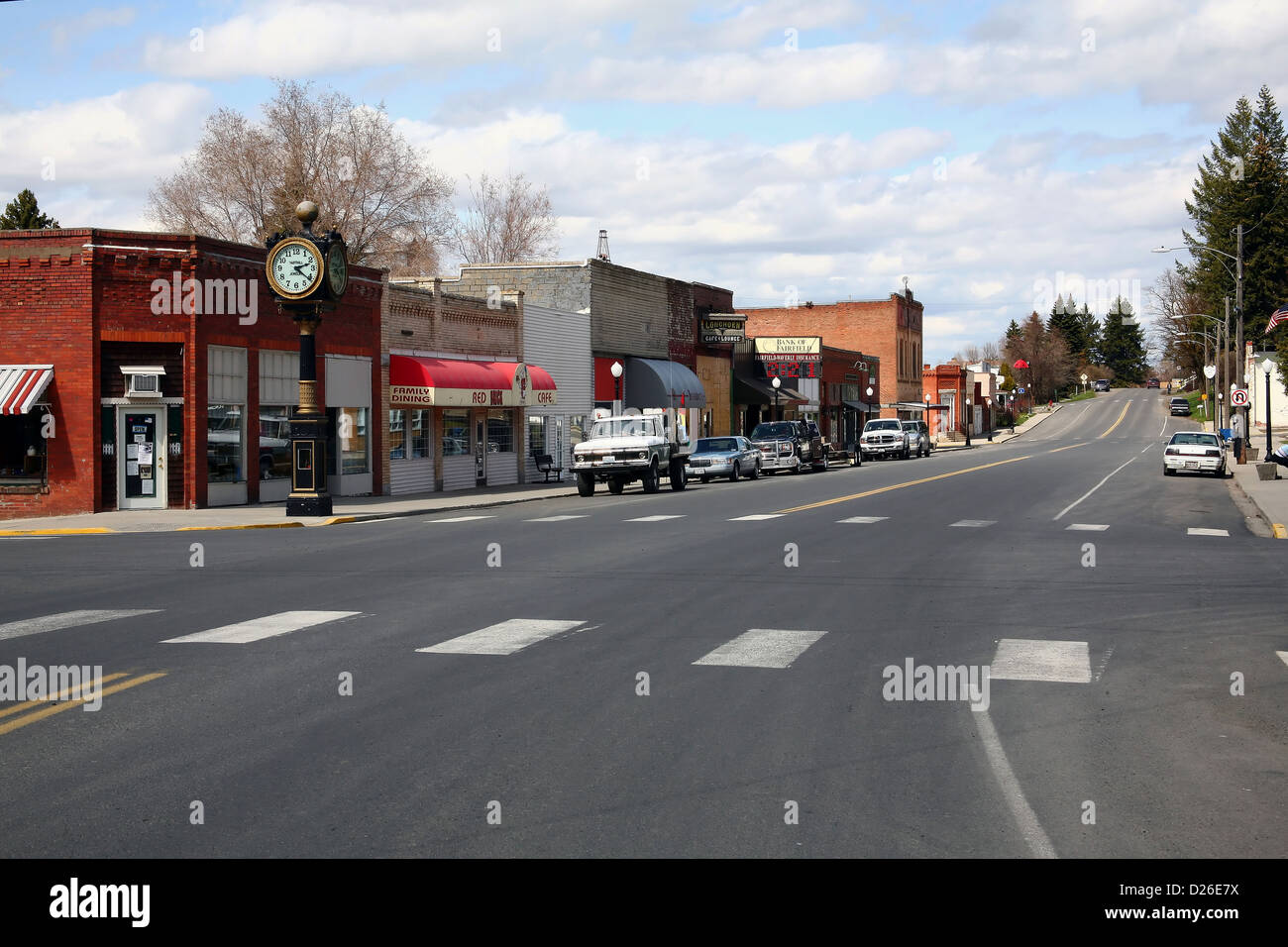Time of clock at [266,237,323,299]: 2:21
